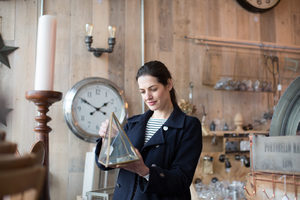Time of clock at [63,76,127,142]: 1:50
